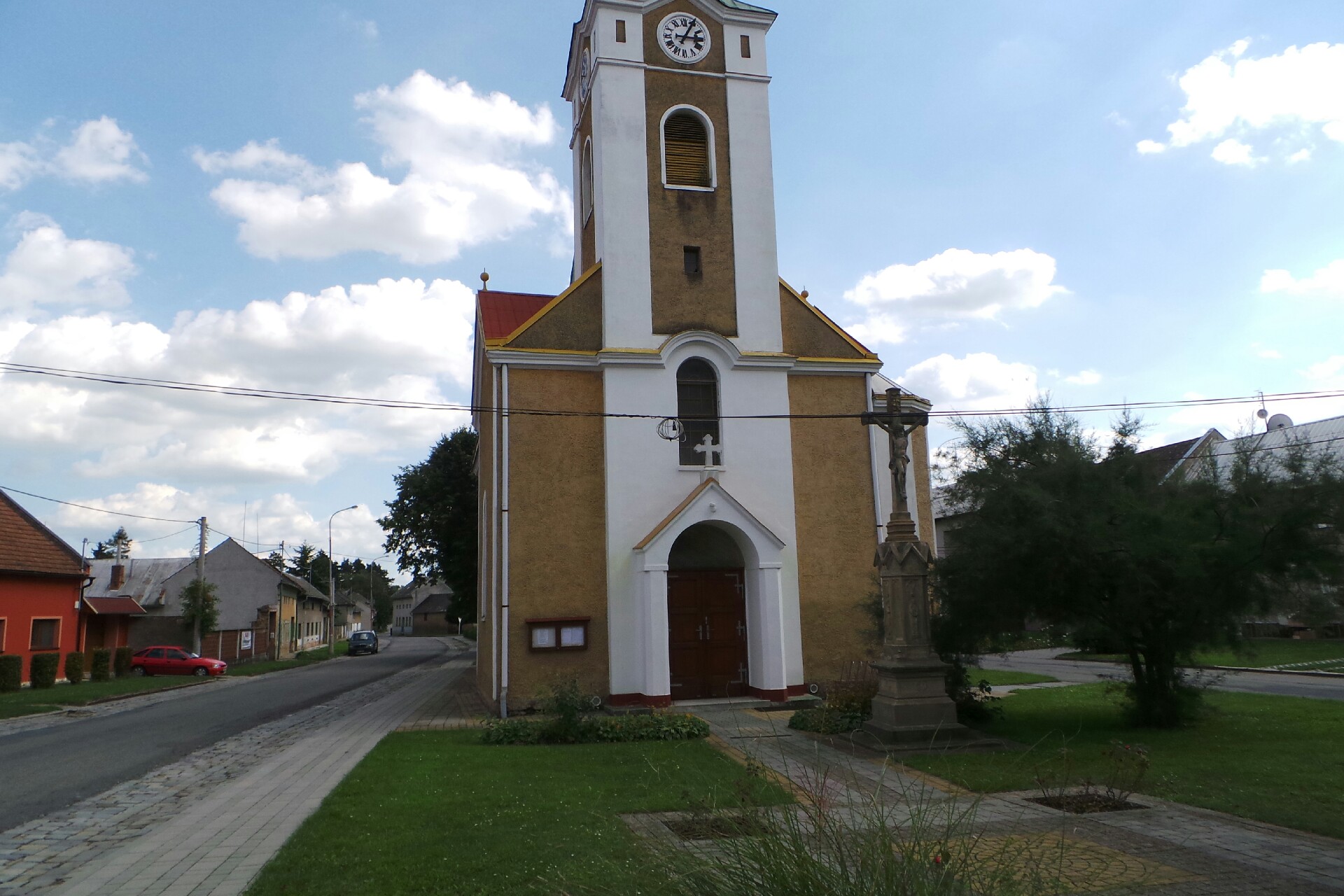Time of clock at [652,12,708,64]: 3:04
